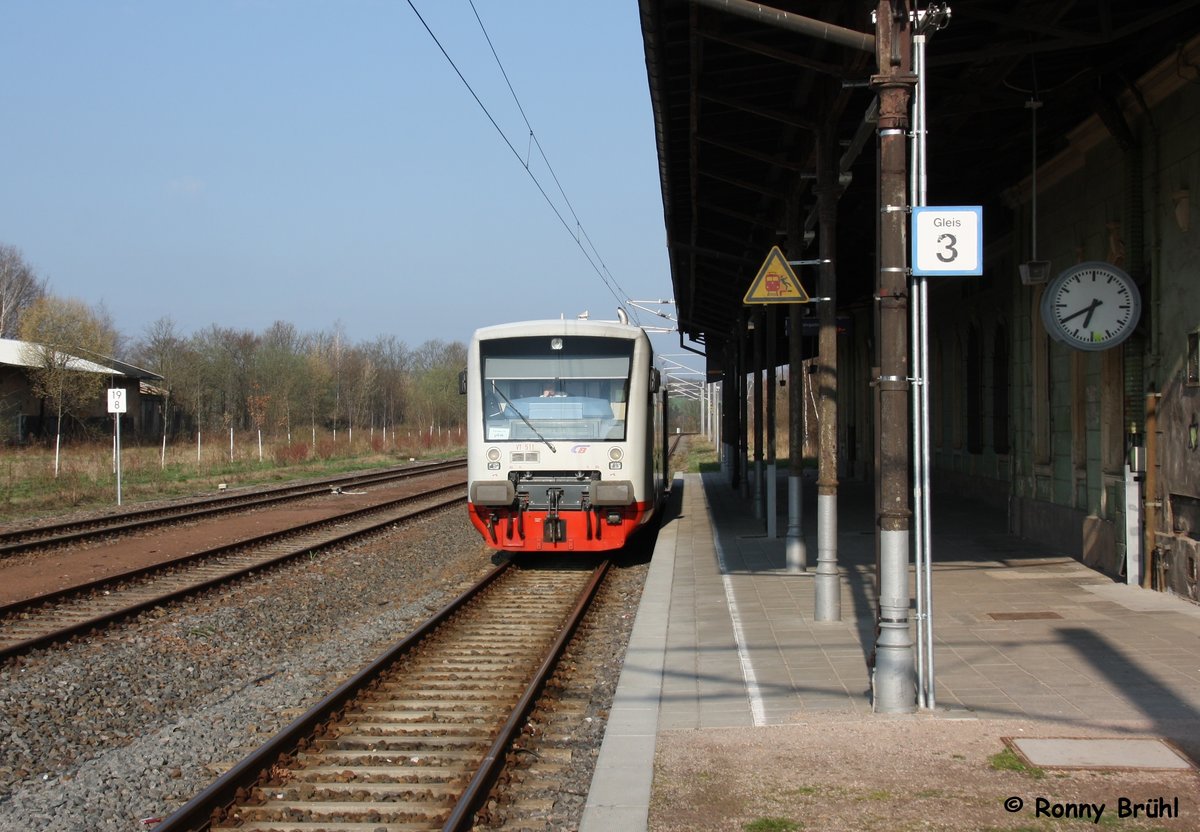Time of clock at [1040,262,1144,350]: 6:40
